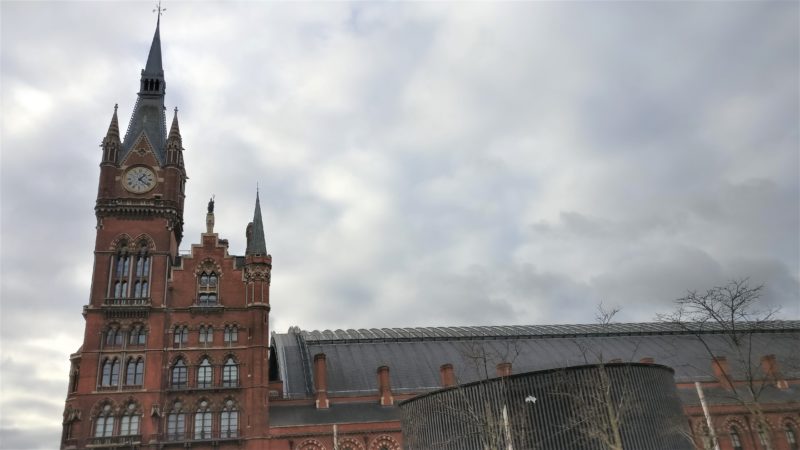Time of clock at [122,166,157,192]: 1:21
